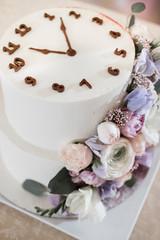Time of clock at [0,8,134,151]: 8:57
